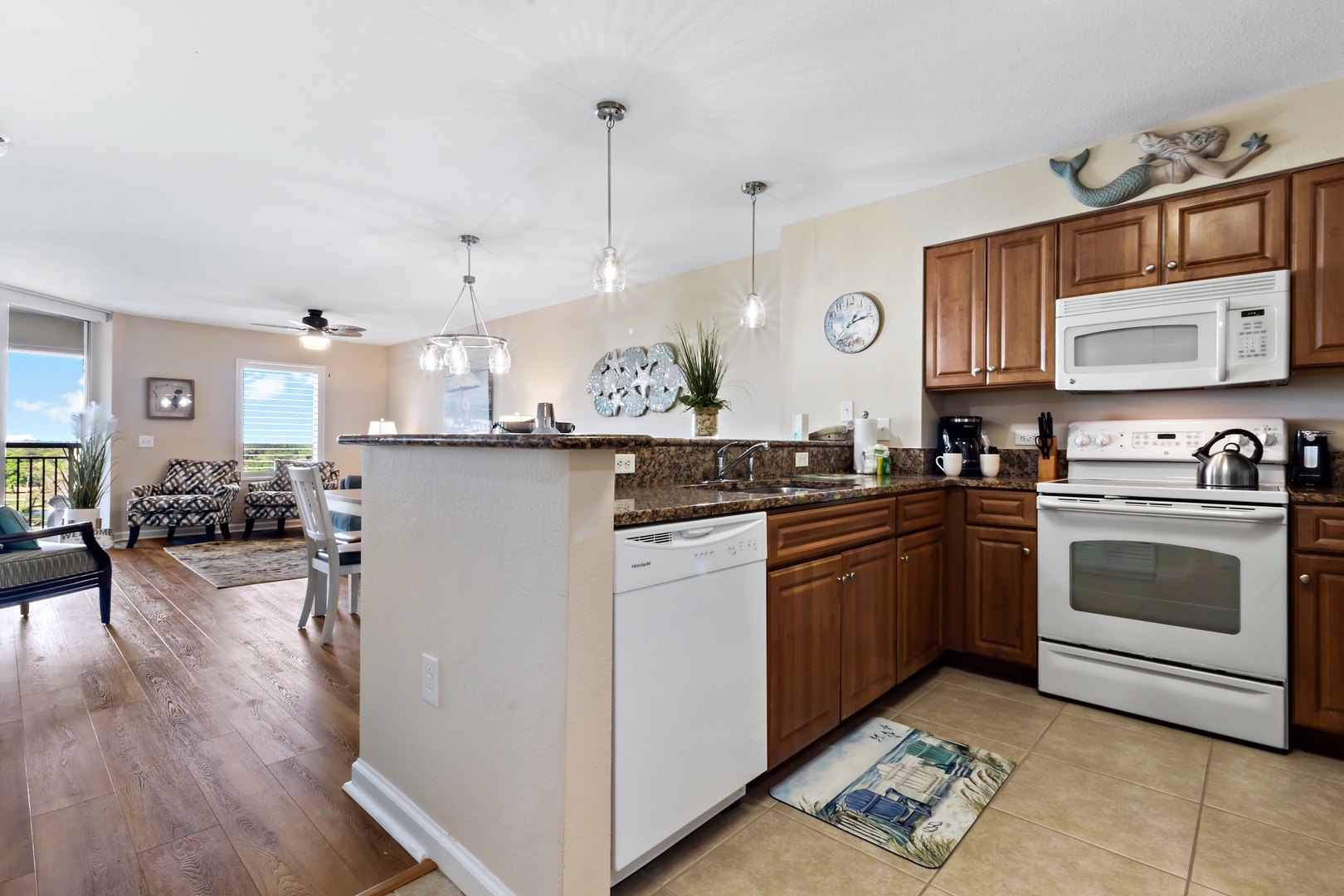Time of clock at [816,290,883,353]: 1:12
